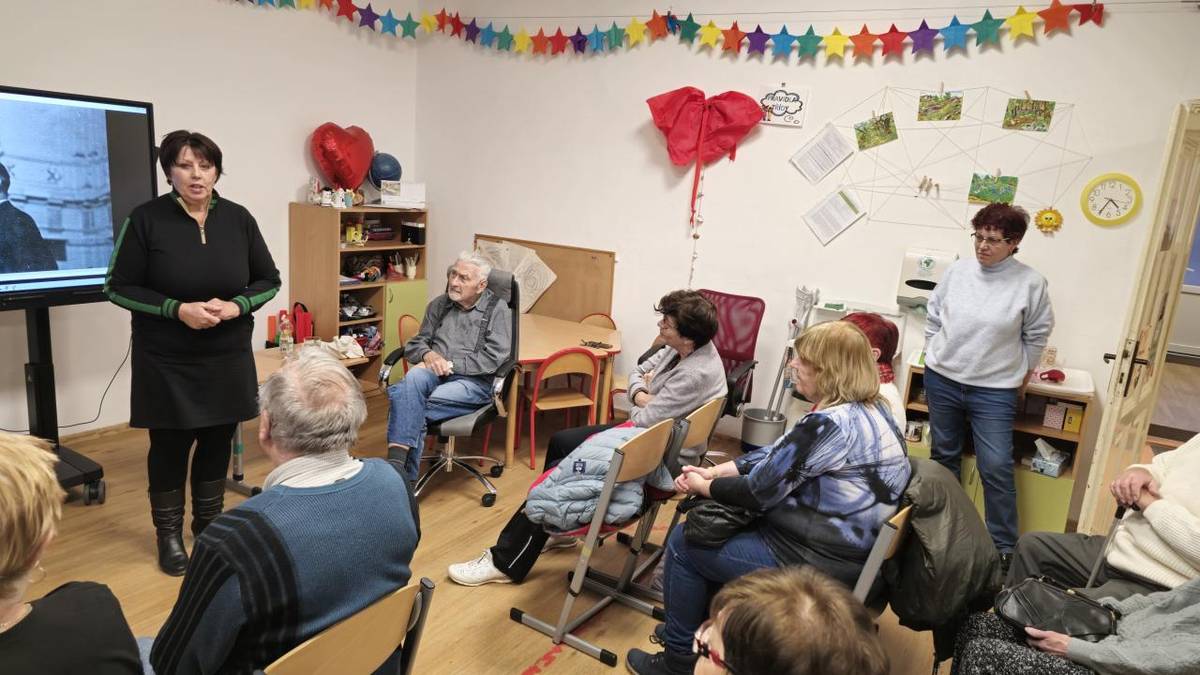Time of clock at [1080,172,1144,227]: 4:35
